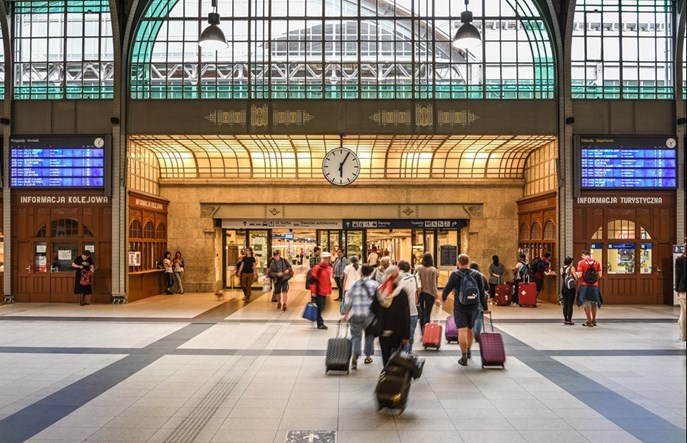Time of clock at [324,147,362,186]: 6:04
